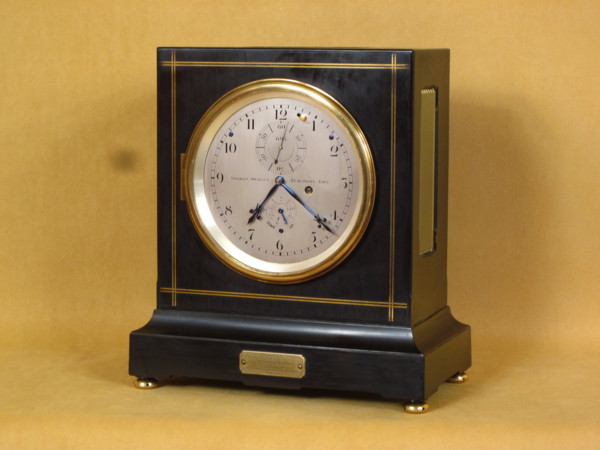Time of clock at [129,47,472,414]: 7:21
